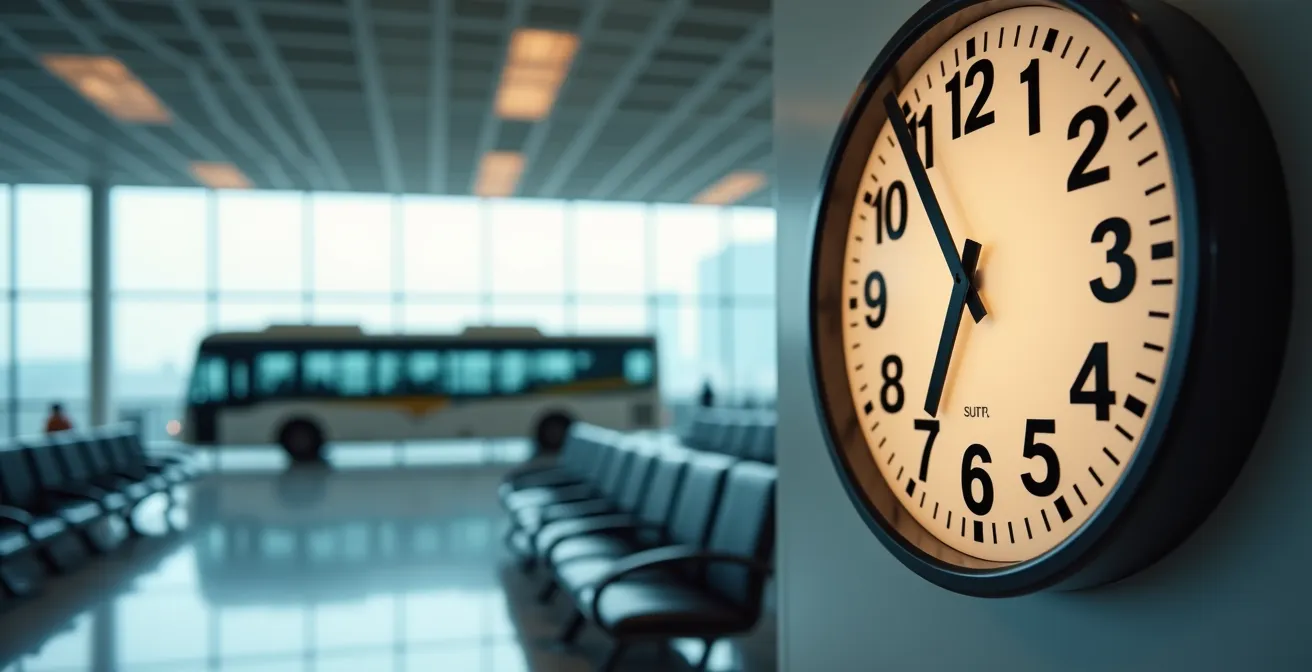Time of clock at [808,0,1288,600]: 6:54
